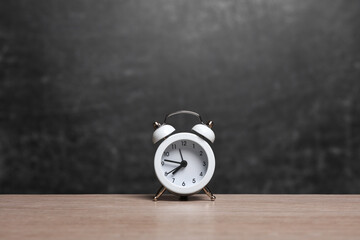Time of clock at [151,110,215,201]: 7:46
